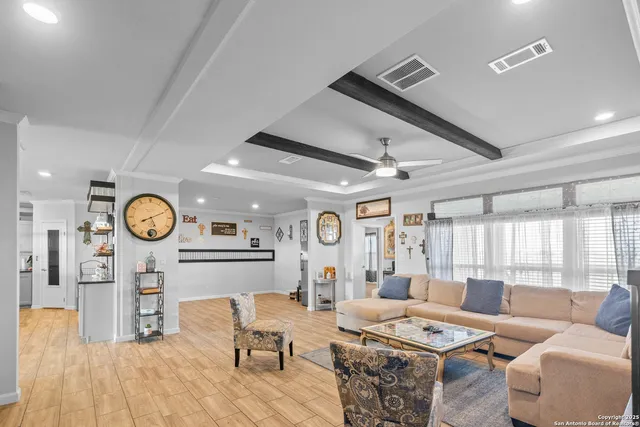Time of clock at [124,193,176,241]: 8:11
